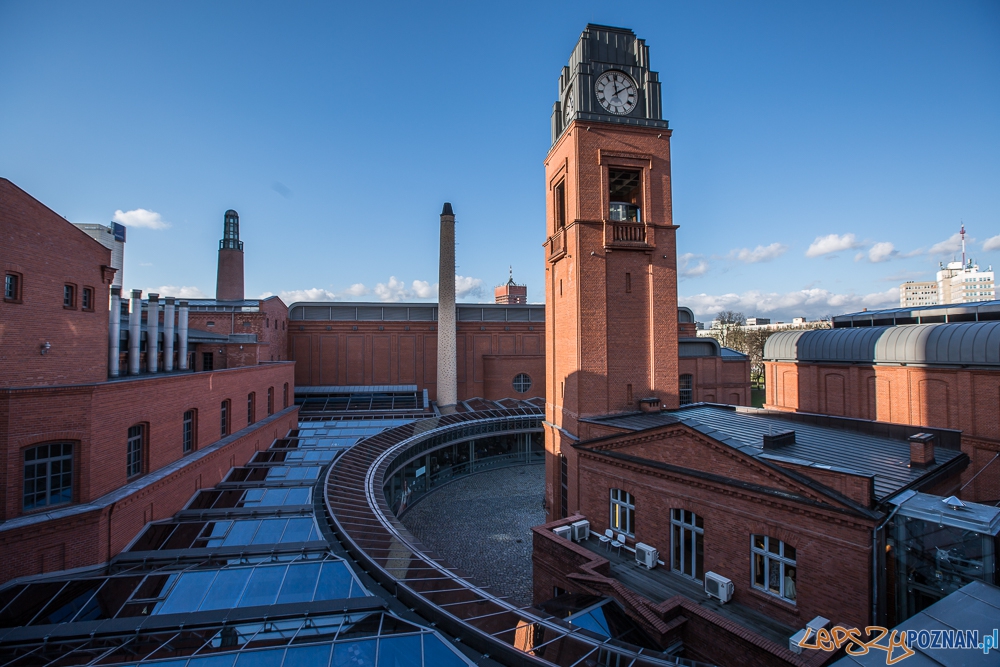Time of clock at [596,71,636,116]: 1:58
